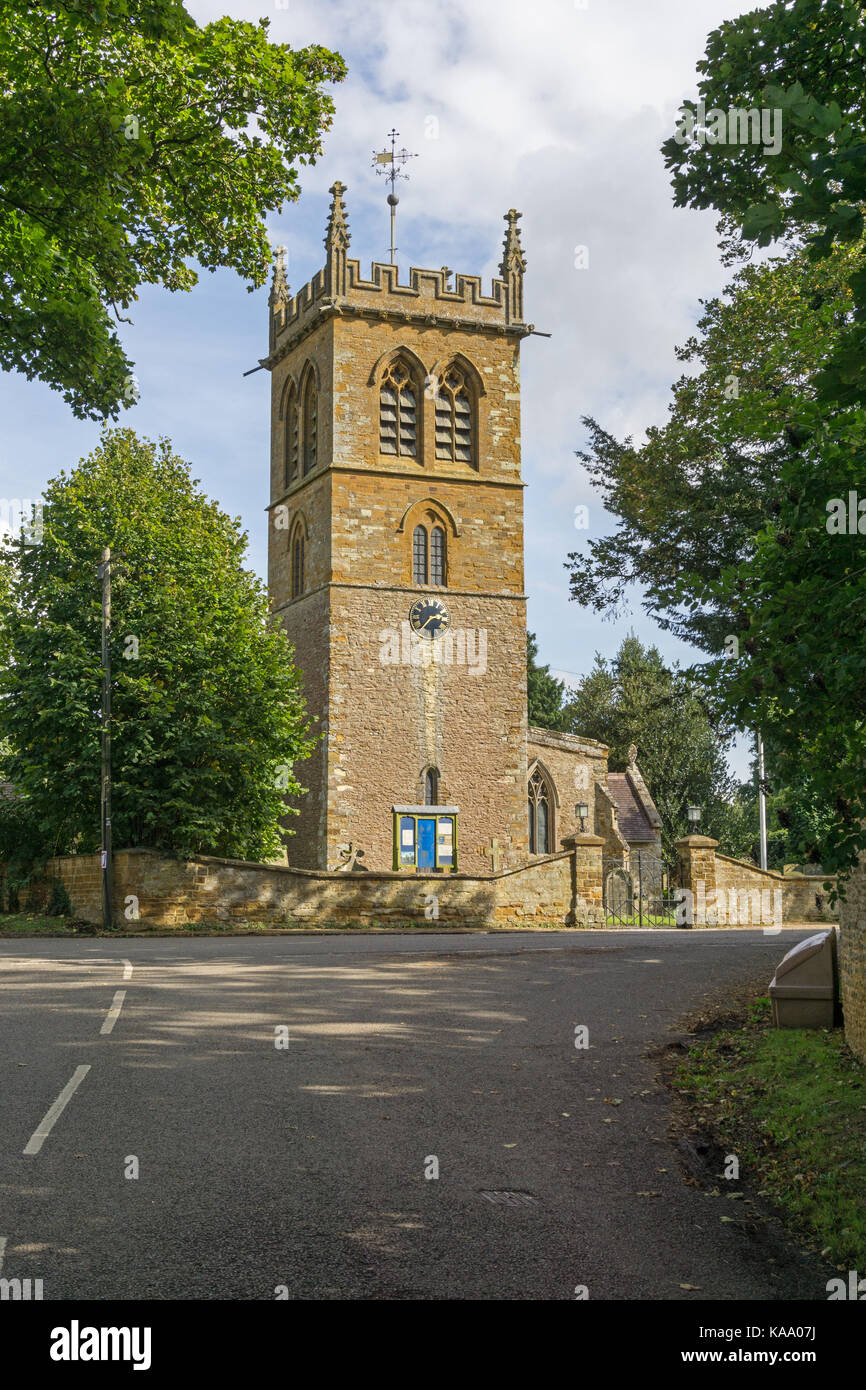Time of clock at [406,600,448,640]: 2:36
